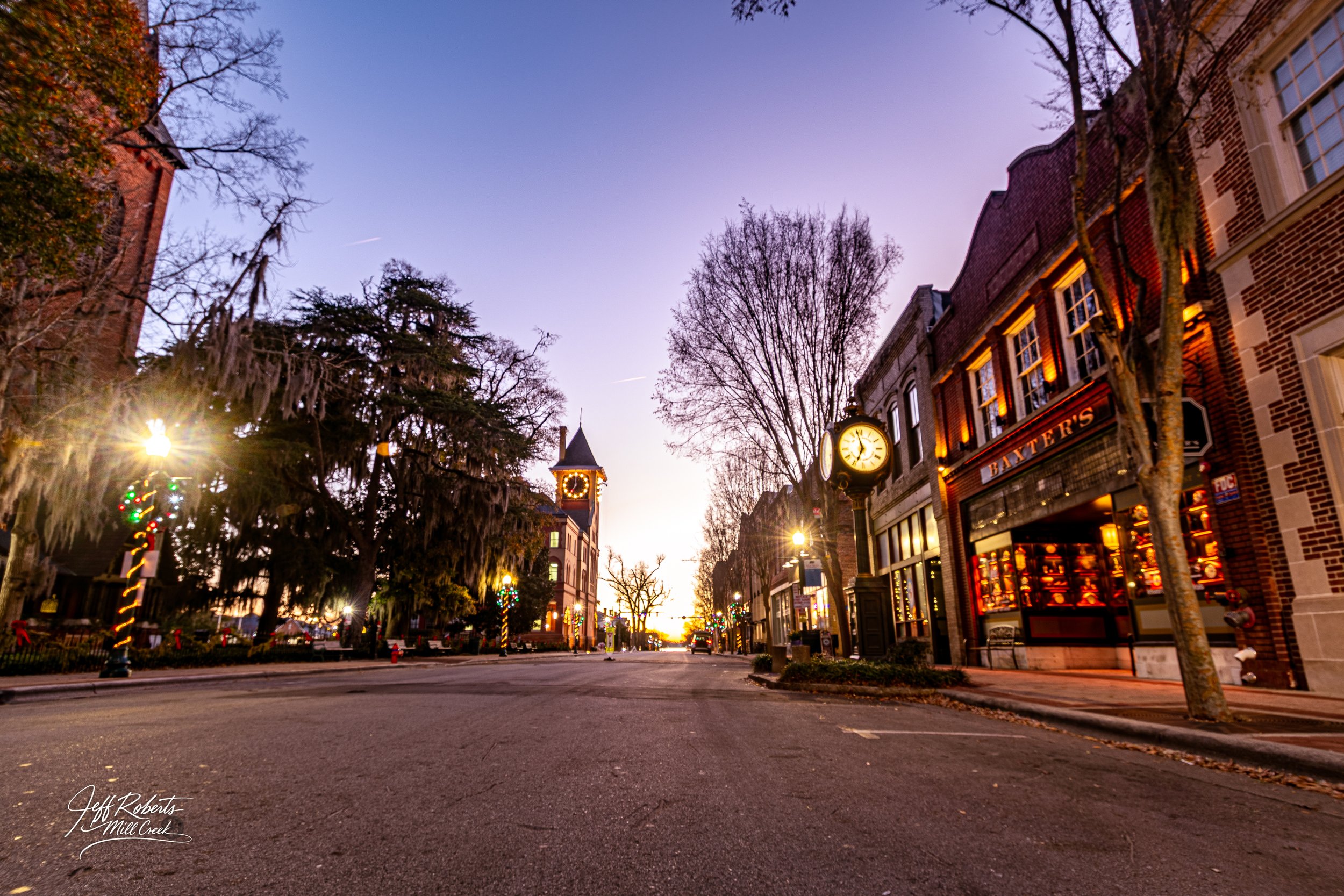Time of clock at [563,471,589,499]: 7:00
